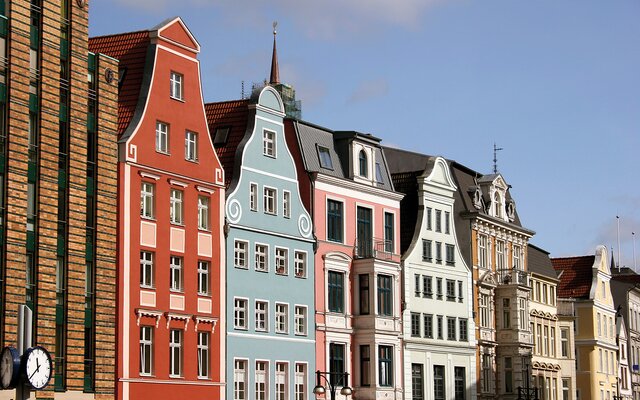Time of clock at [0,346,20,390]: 11:37
